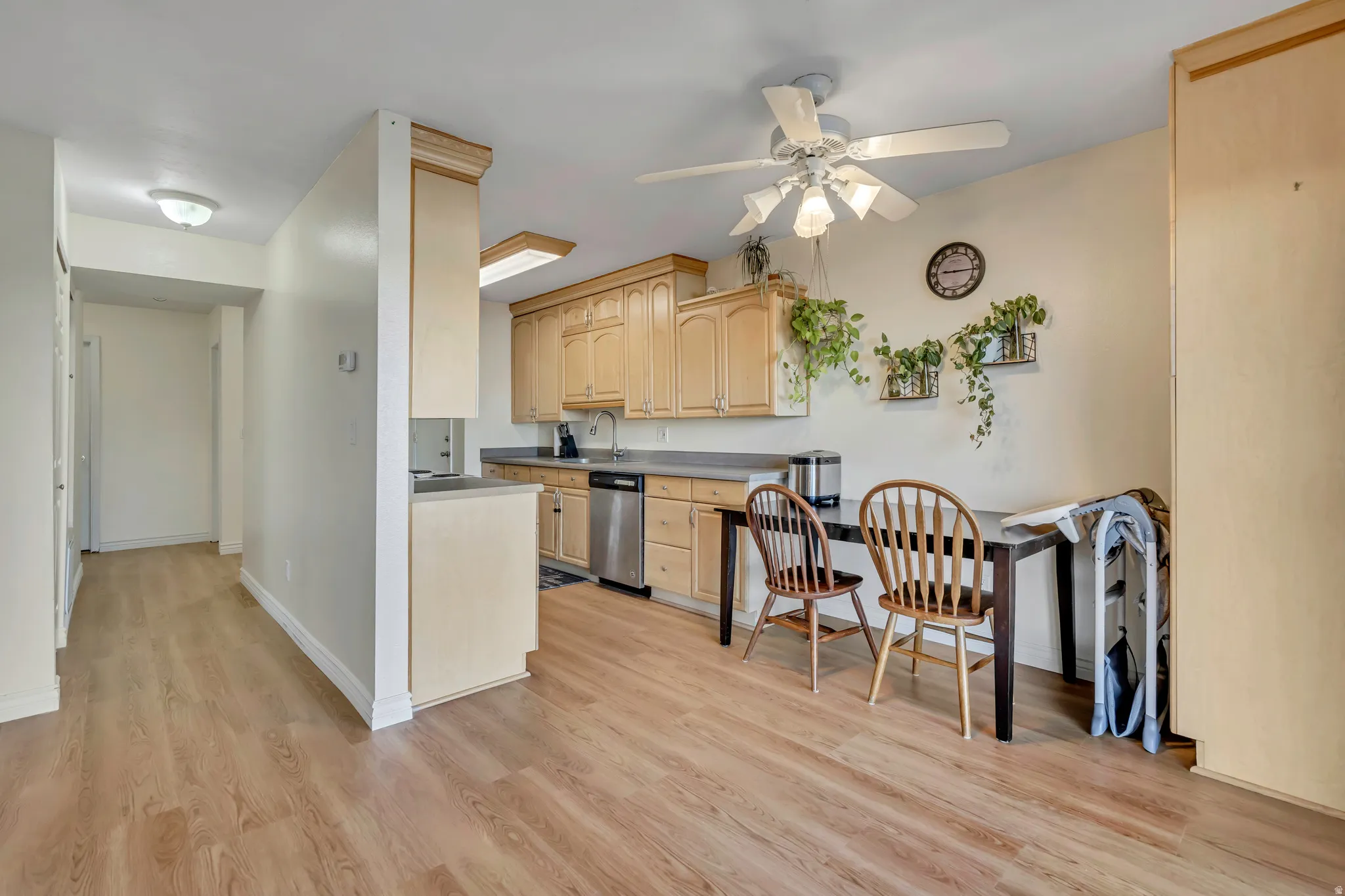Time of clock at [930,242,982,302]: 9:15
